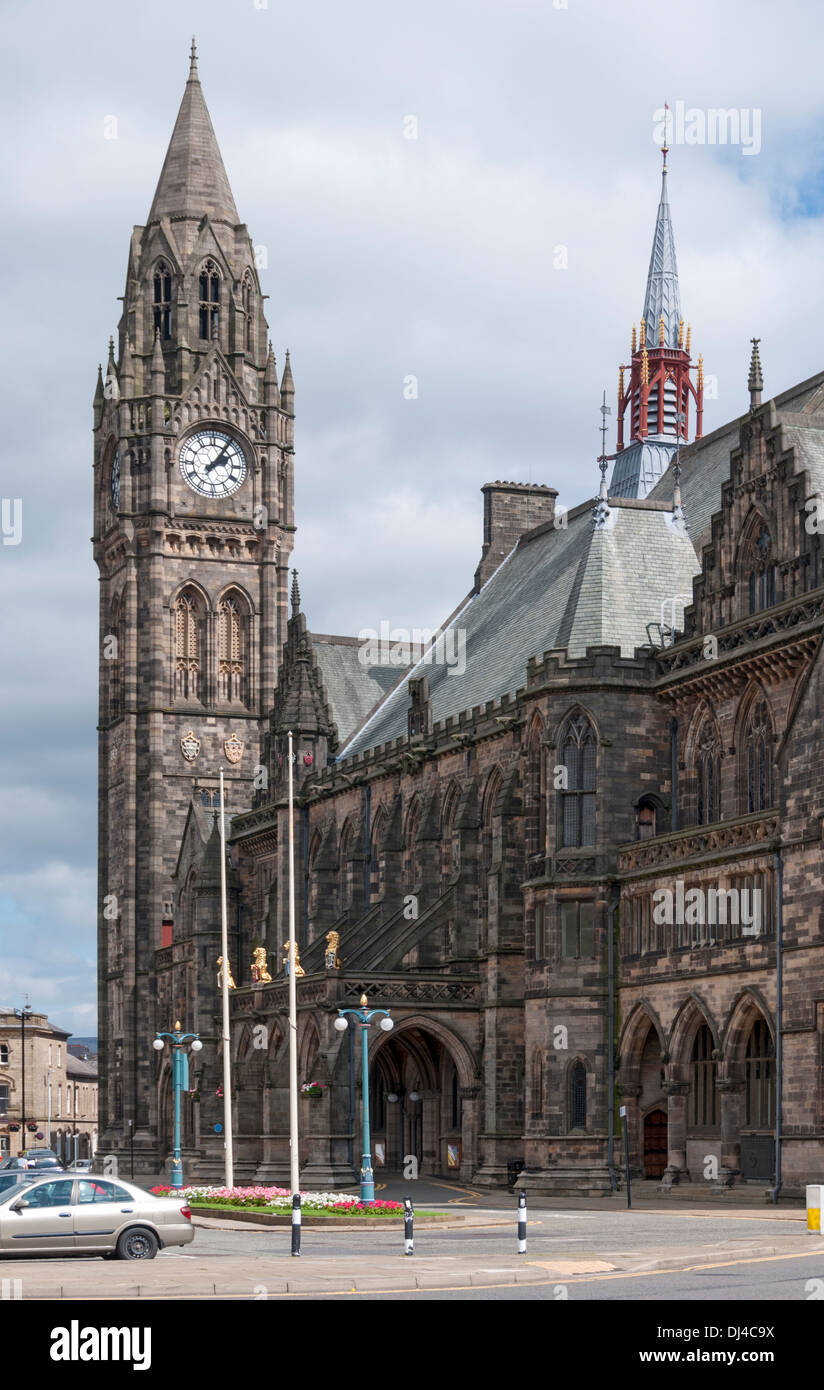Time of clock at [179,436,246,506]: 2:06
